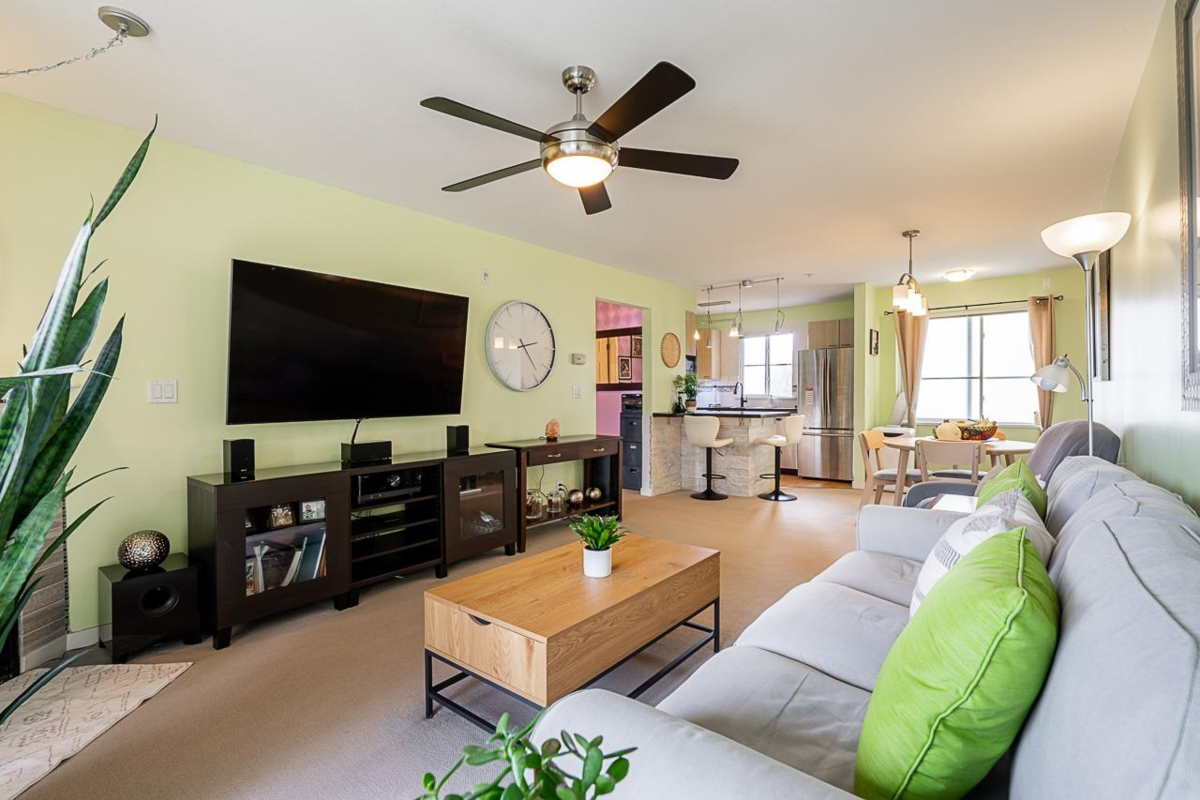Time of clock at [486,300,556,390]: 2:23
